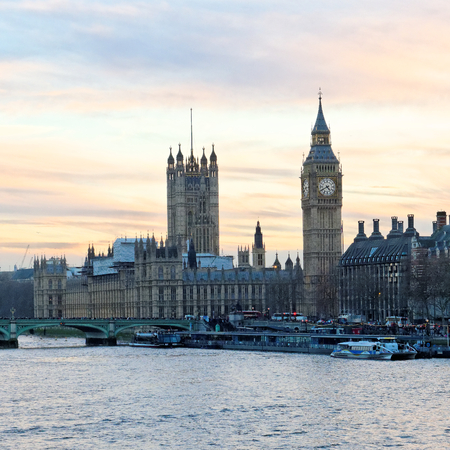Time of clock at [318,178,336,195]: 4:40
